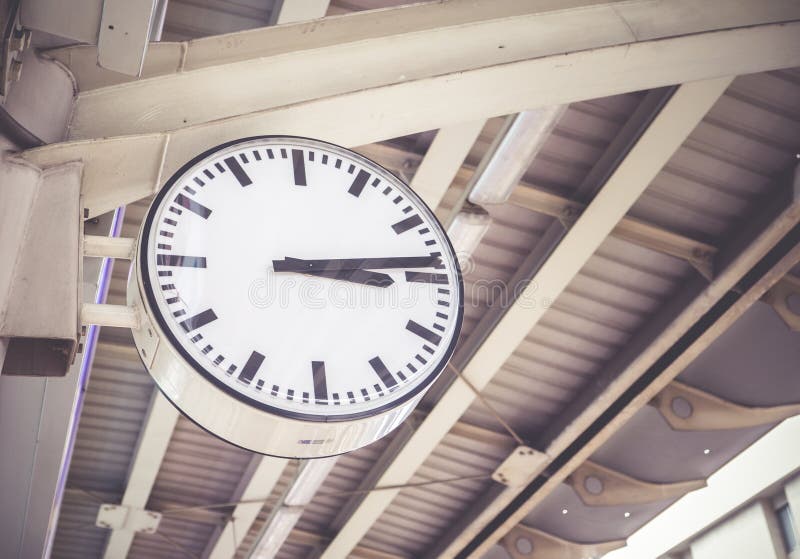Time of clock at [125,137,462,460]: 3:13
